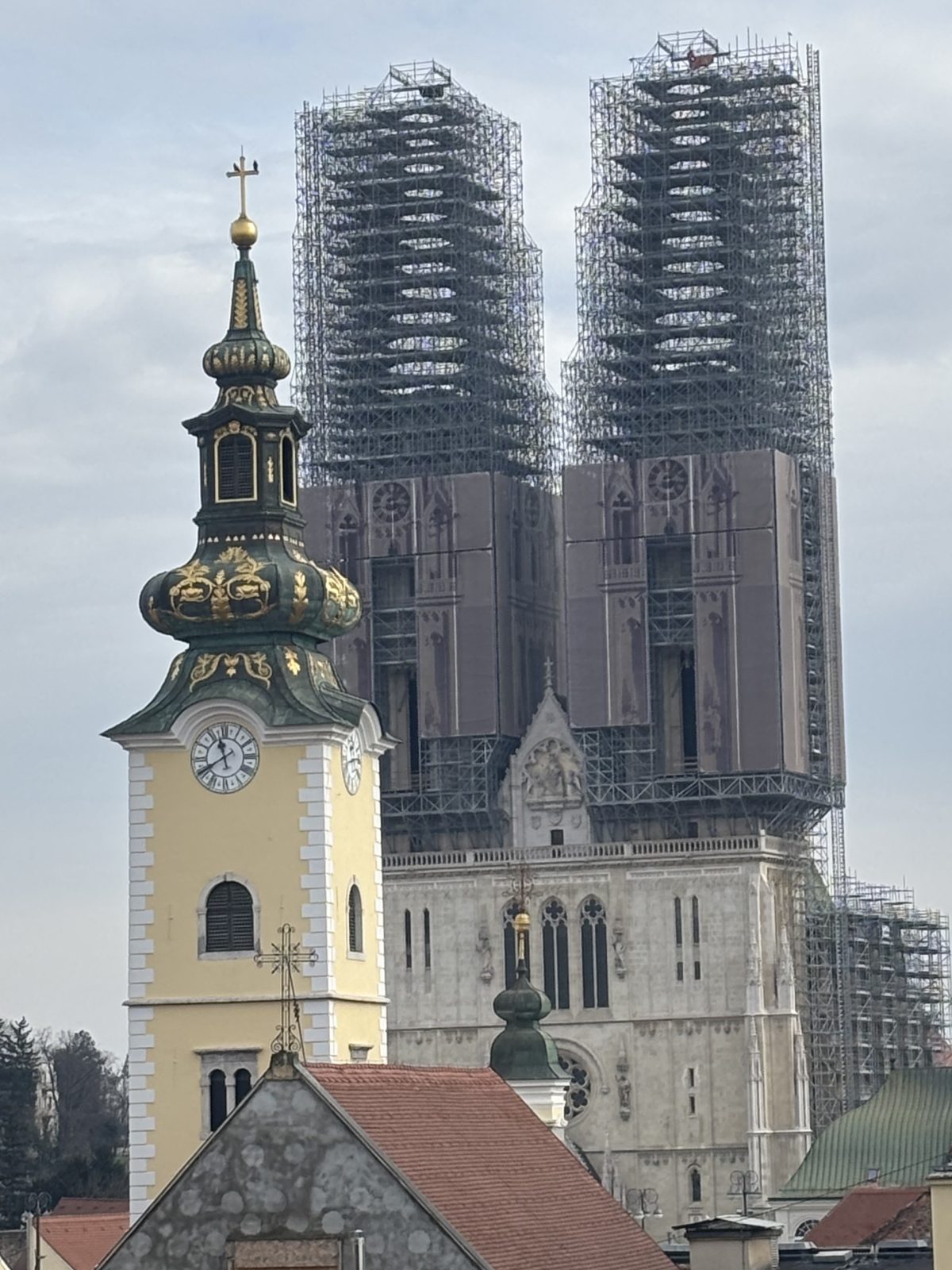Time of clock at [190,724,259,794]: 11:39
